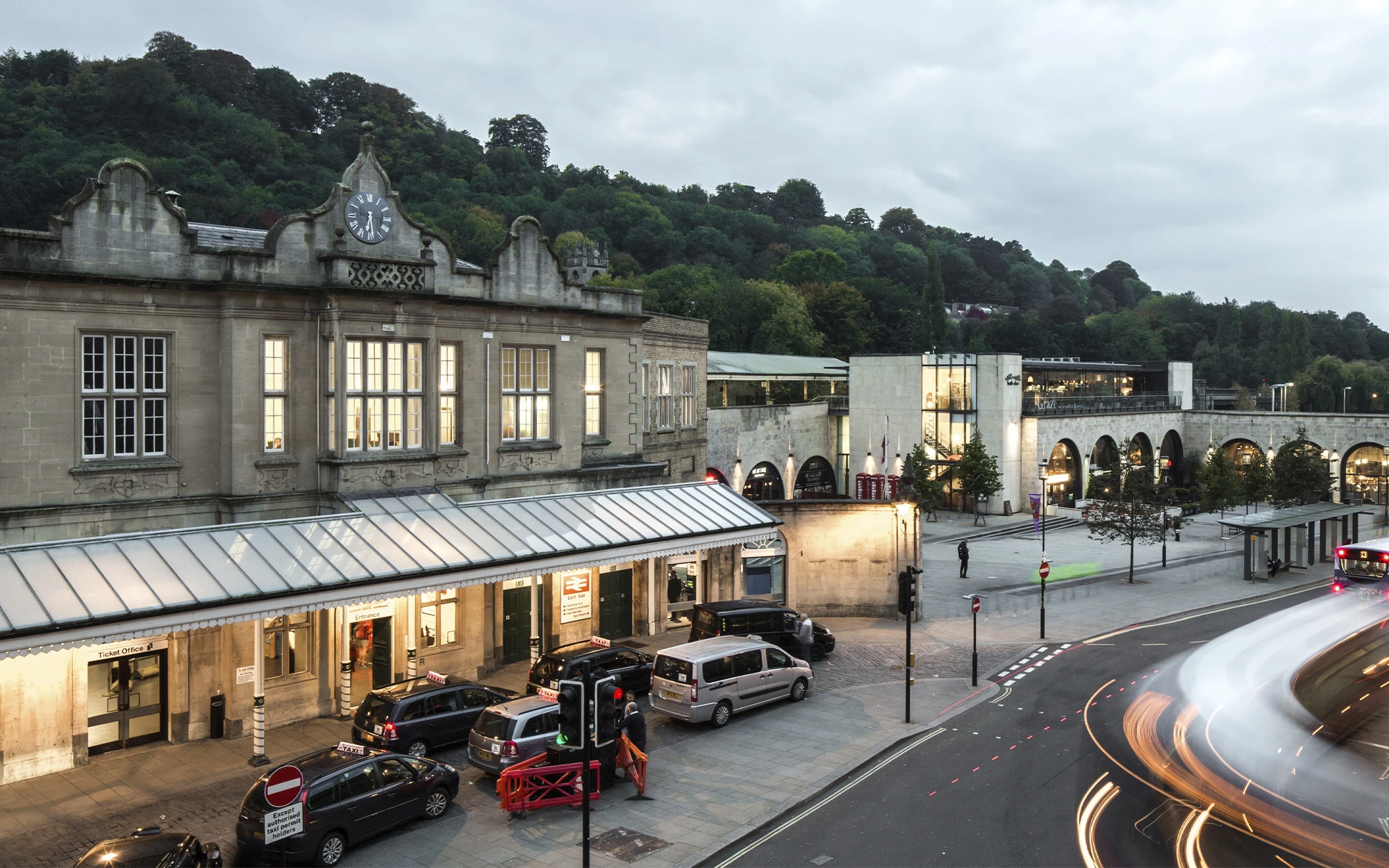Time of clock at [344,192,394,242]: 6:28
